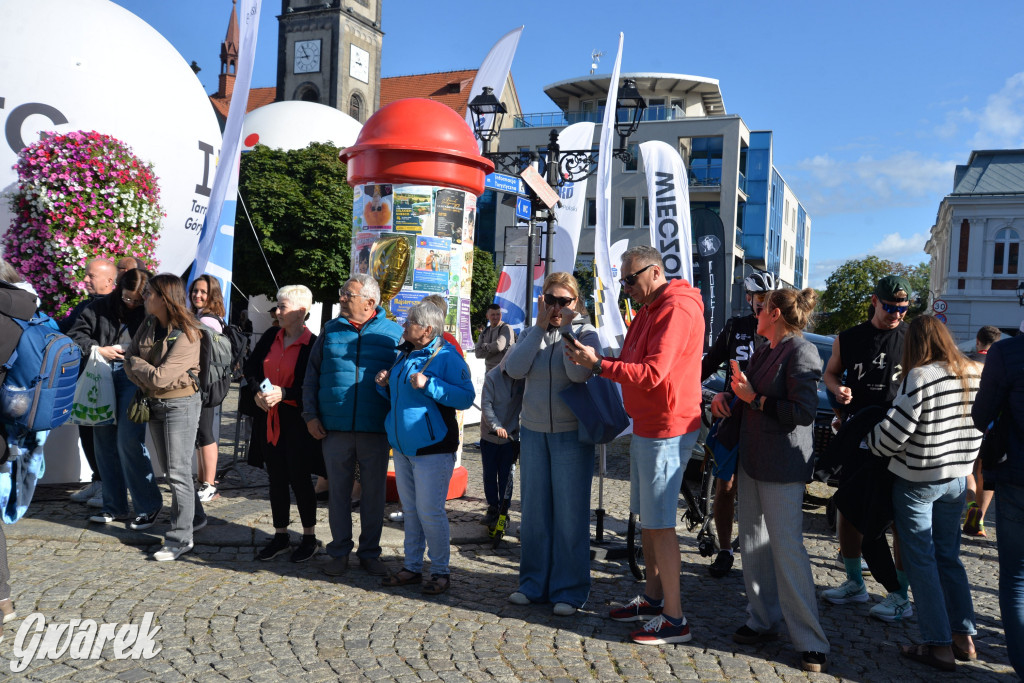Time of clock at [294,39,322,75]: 8:53
